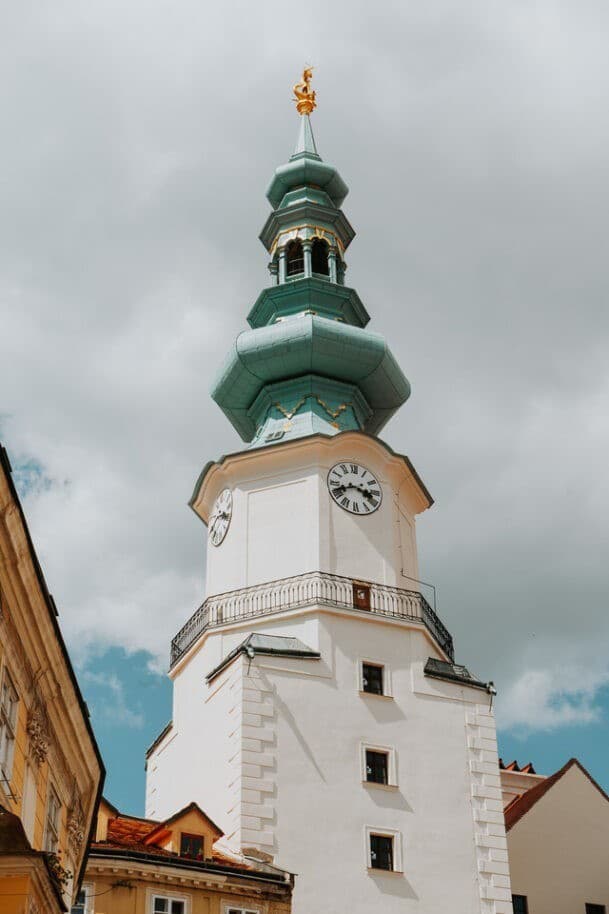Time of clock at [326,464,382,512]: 3:41
